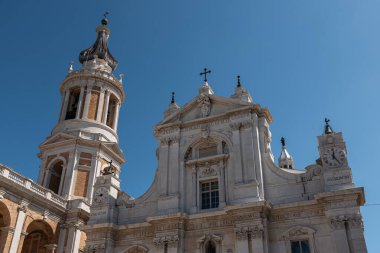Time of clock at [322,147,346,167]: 12:23
